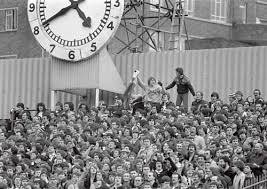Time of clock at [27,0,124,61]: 4:40
